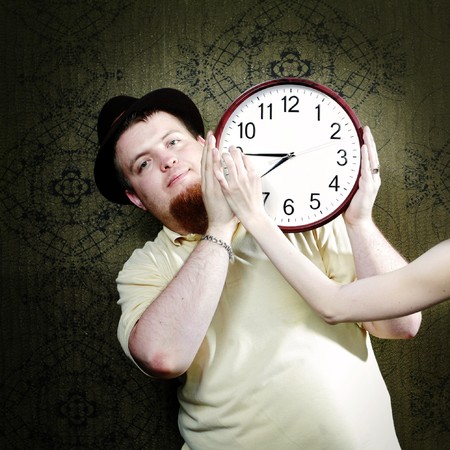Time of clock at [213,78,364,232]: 7:45
